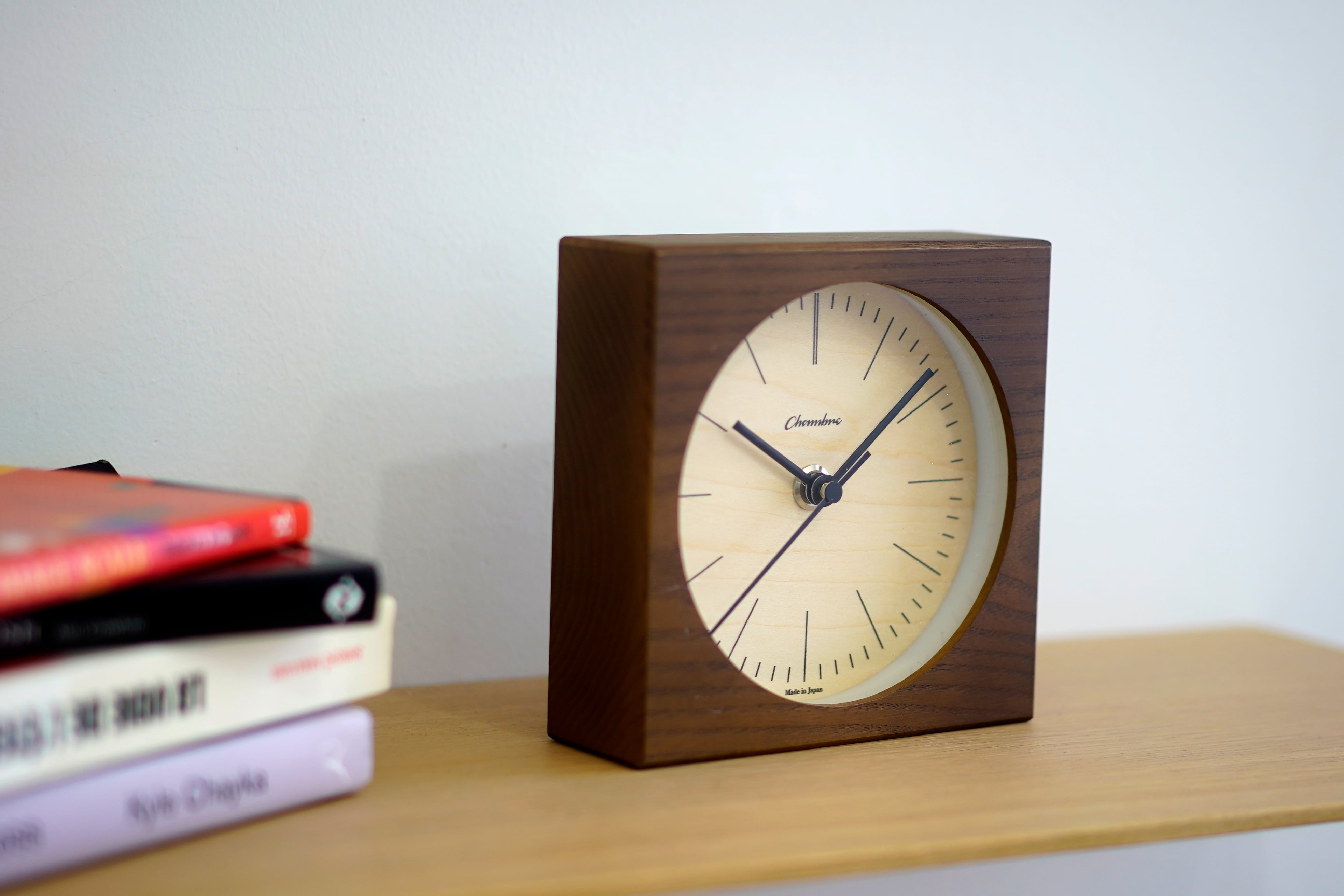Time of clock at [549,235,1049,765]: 10:08
